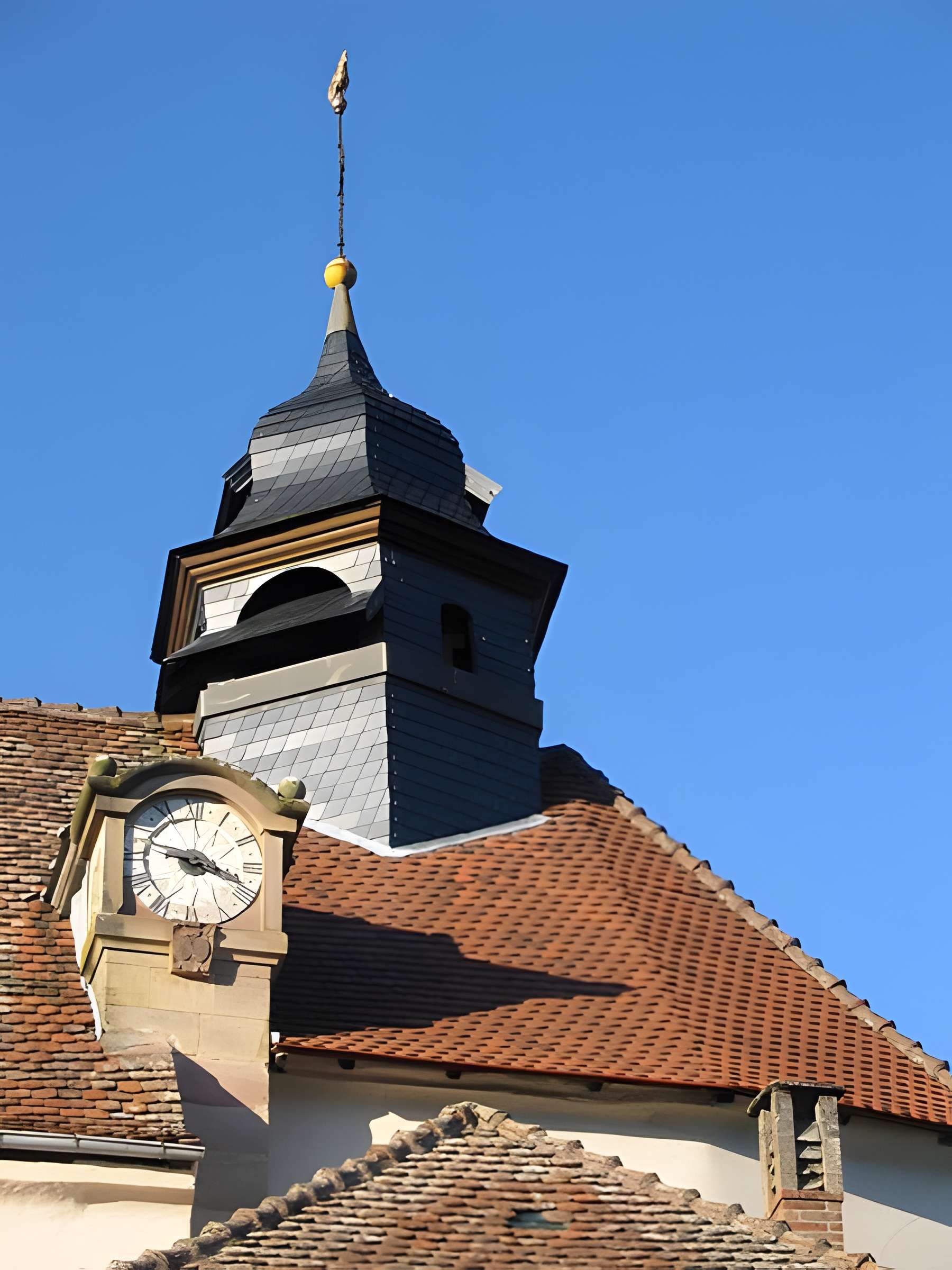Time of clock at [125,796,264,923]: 9:17
